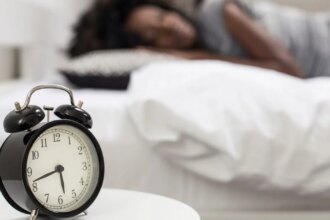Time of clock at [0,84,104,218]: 5:42
